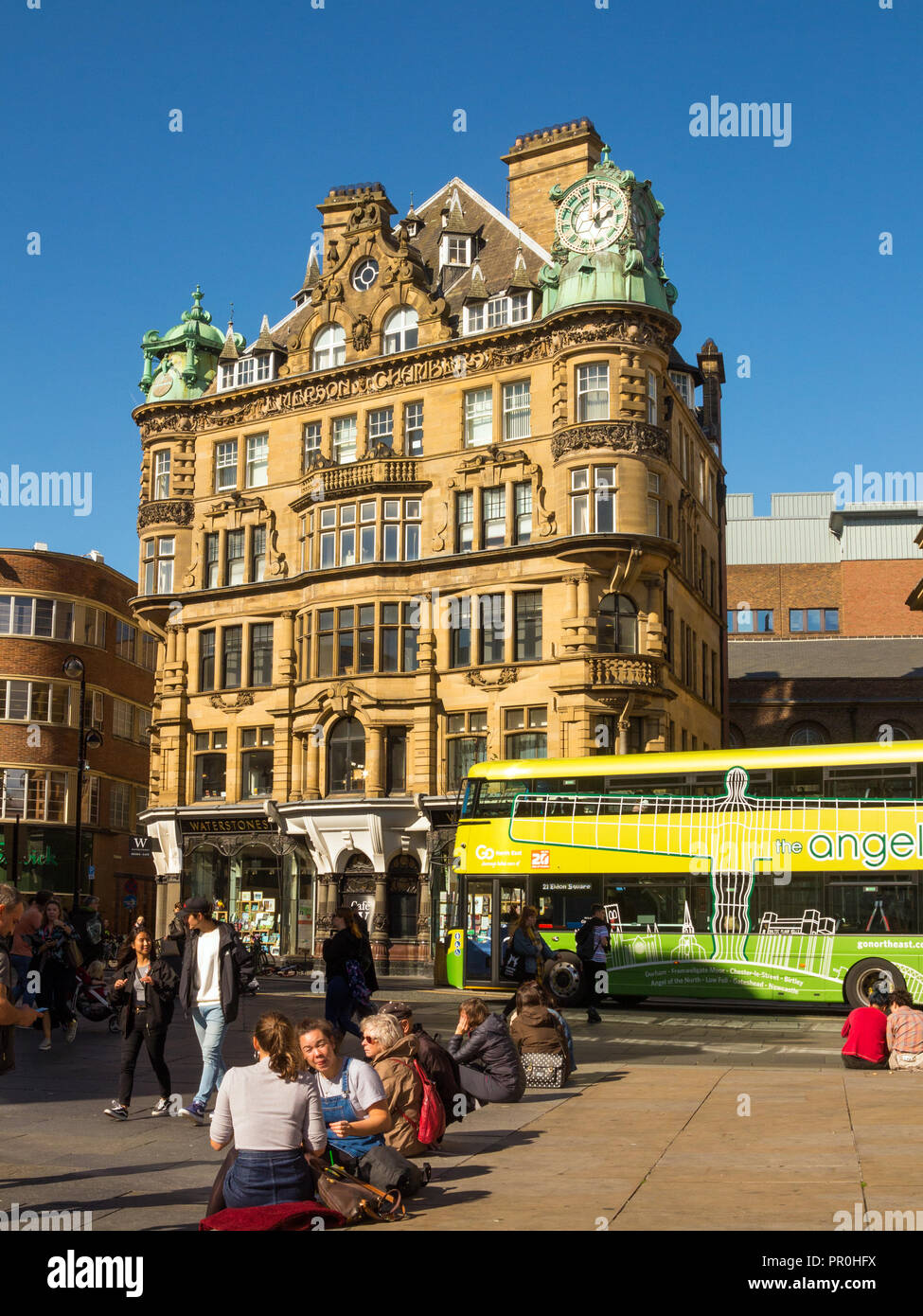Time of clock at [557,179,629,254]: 2:00
